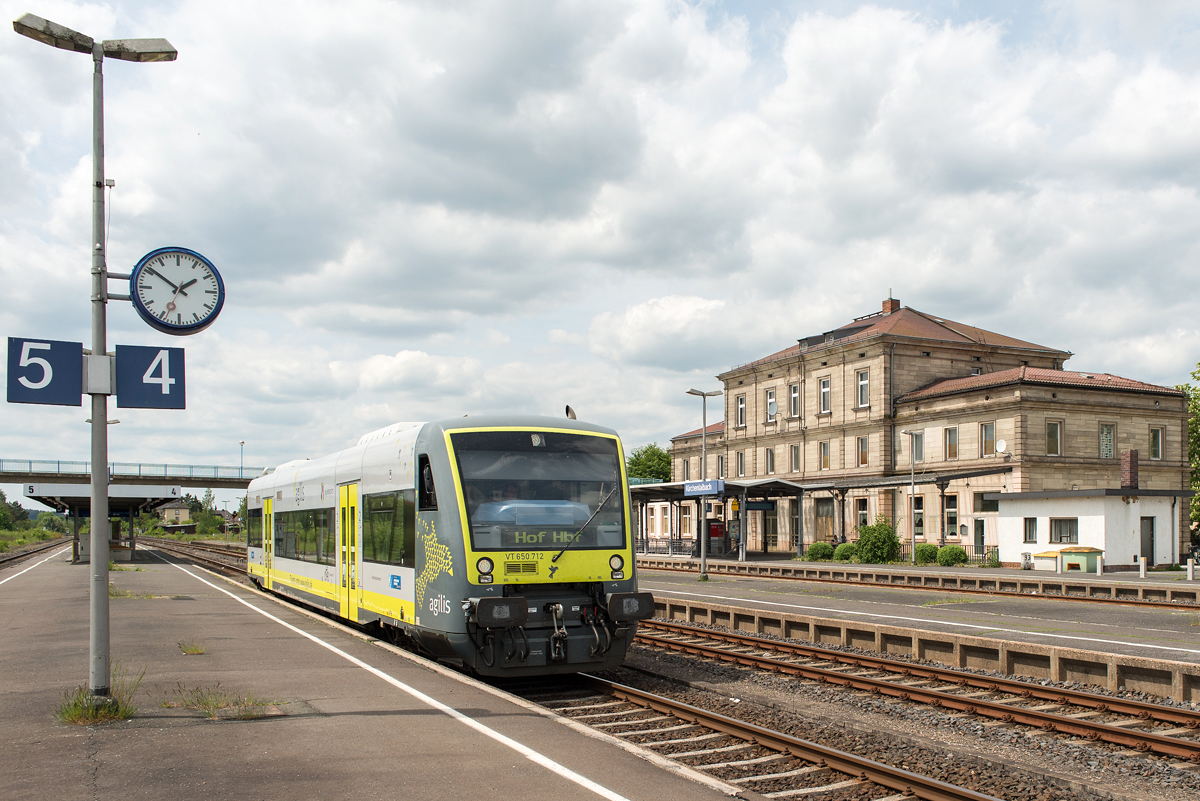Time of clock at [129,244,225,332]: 1:51
